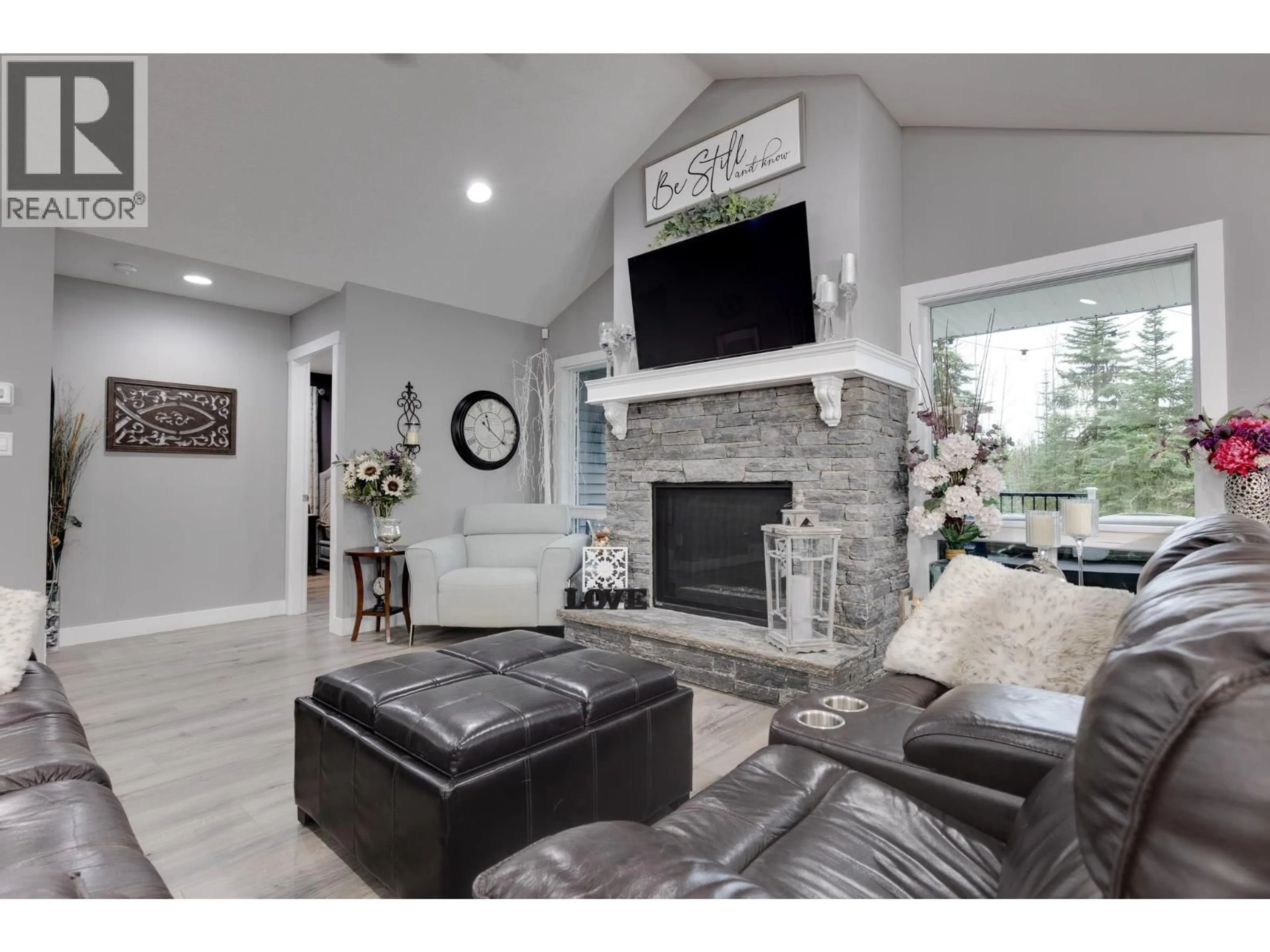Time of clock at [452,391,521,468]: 11:21
